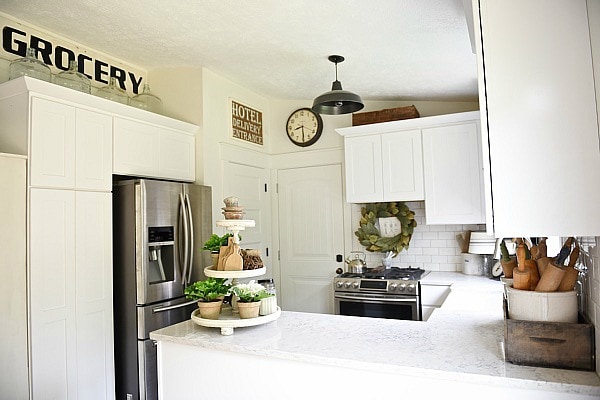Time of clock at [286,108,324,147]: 8:29
